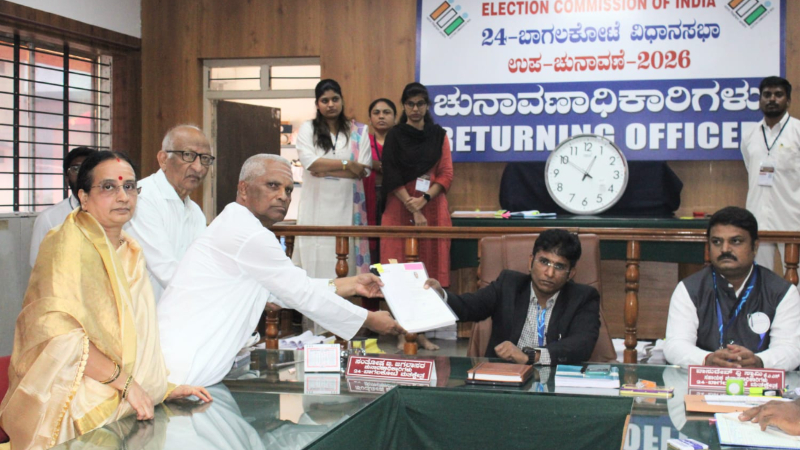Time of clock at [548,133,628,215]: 12:50
